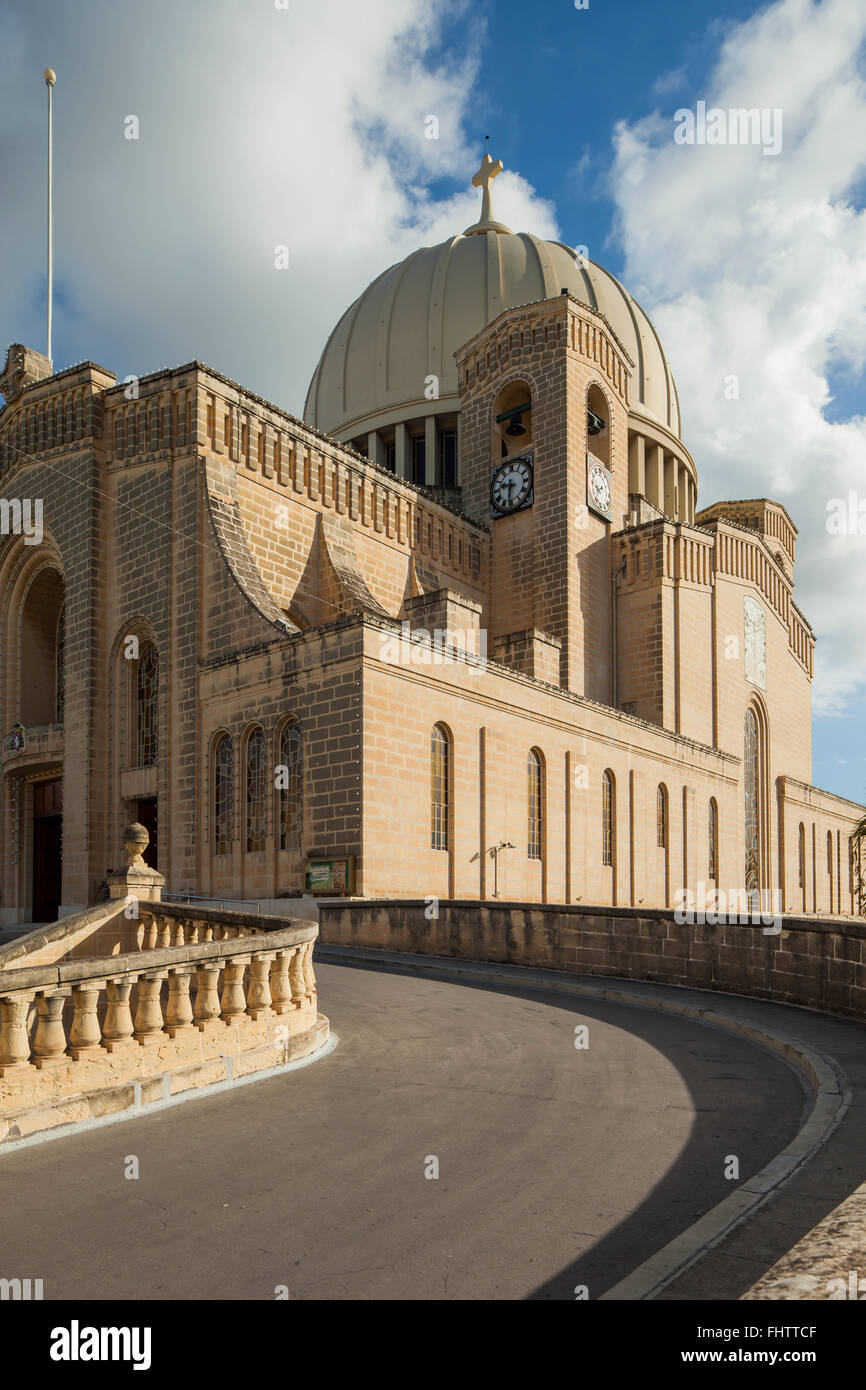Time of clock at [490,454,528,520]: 9:31
